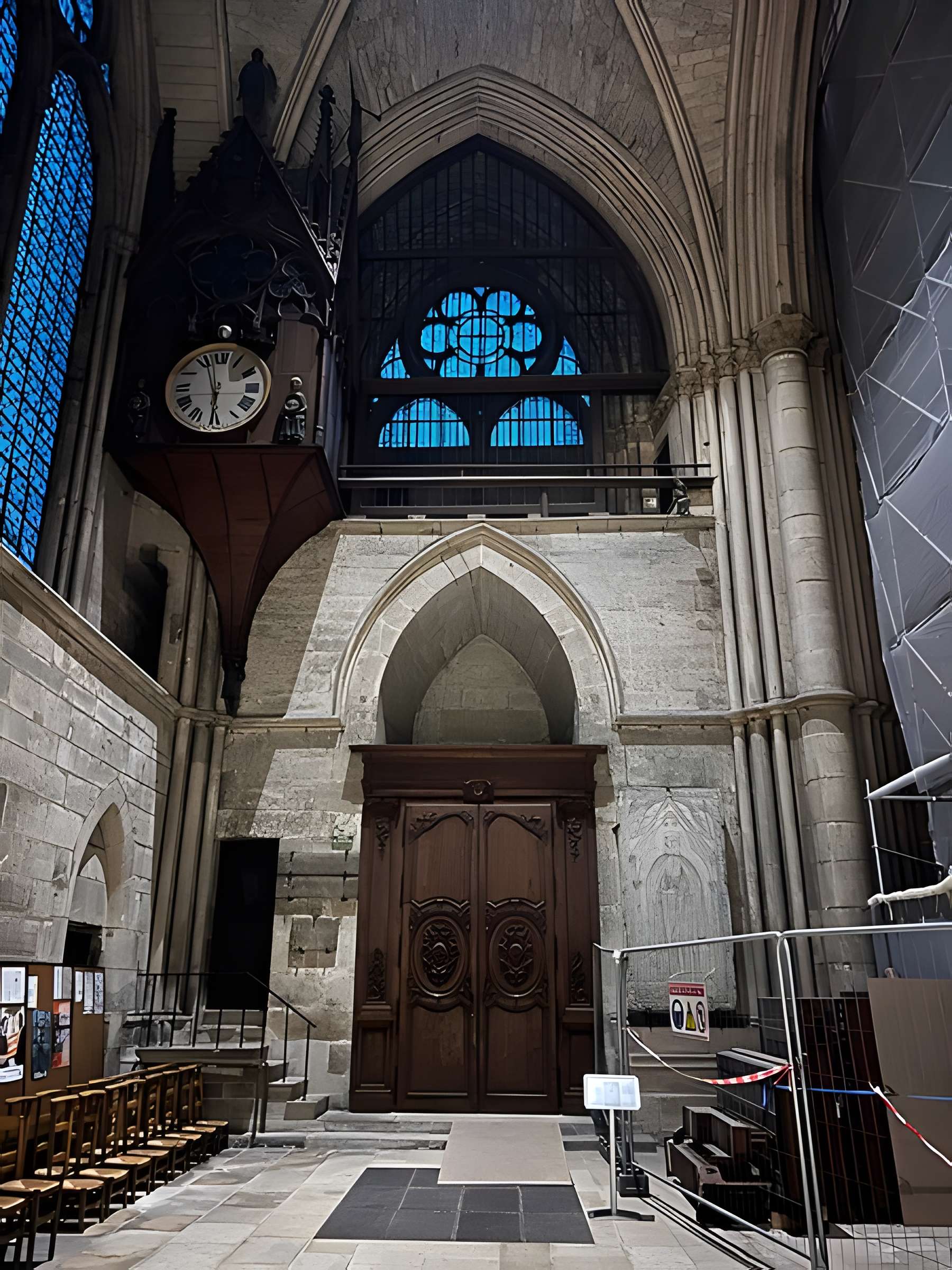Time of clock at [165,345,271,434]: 5:56
